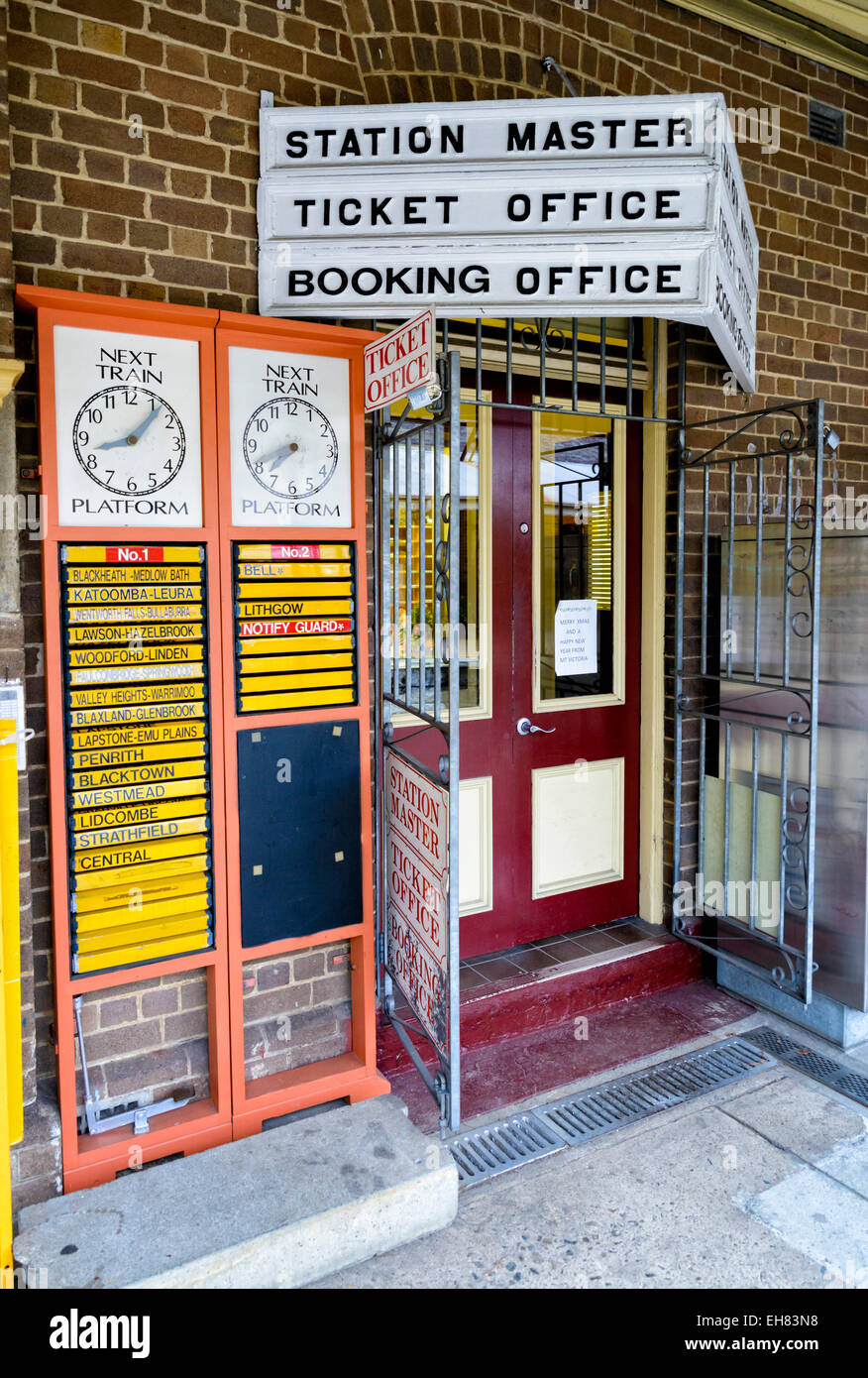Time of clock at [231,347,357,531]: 7:41
